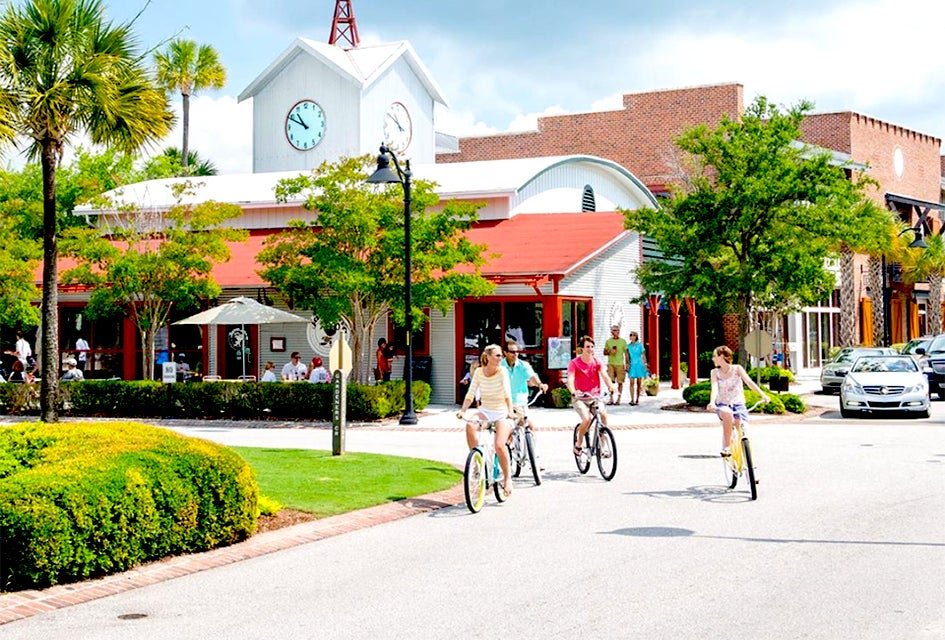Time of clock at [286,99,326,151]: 10:49
